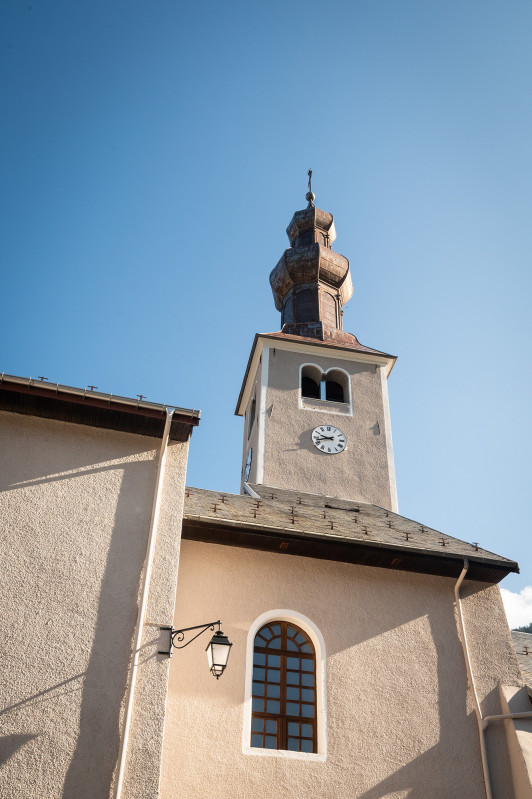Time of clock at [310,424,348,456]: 9:42
